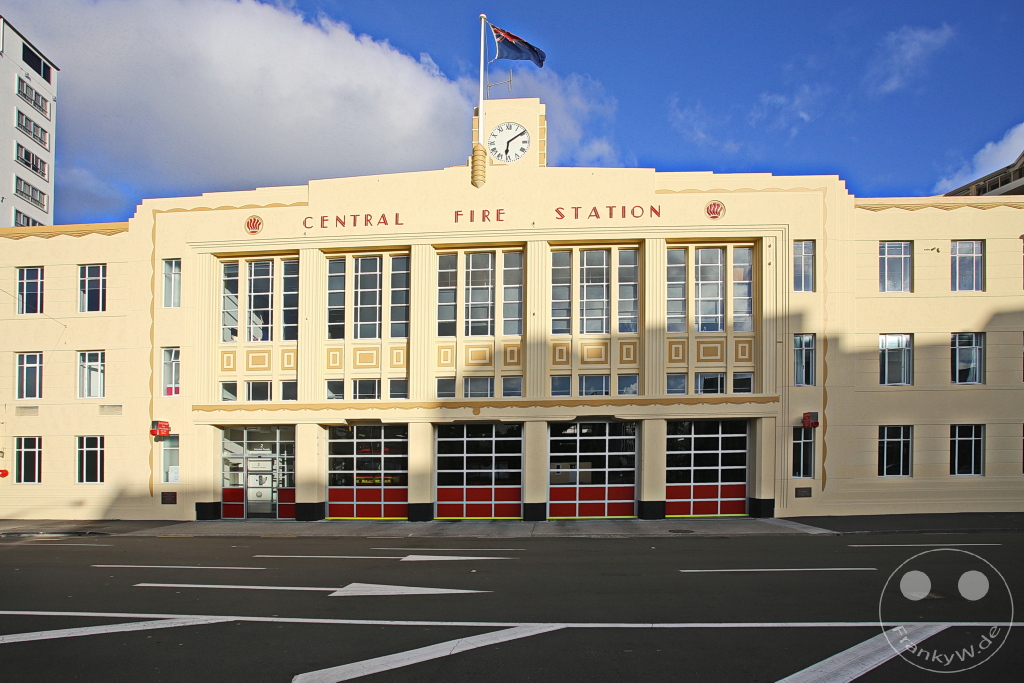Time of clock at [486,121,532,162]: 6:09
